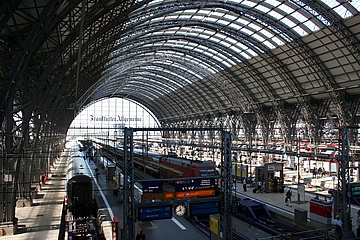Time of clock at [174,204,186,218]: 11:41
